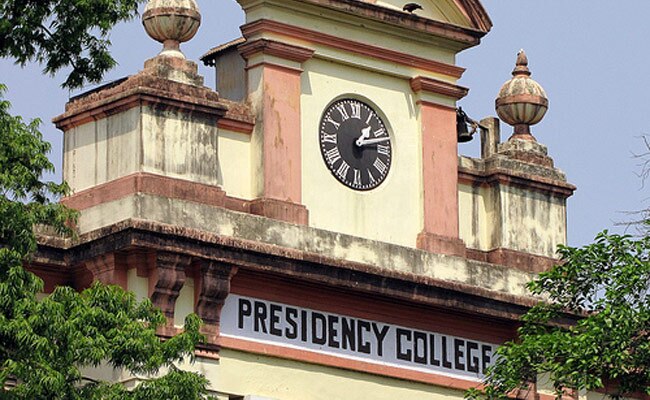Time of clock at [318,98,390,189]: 1:12
